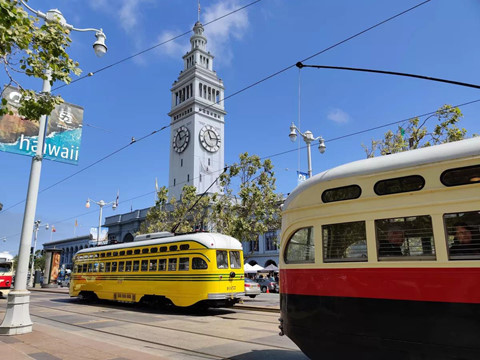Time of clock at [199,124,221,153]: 11:13
